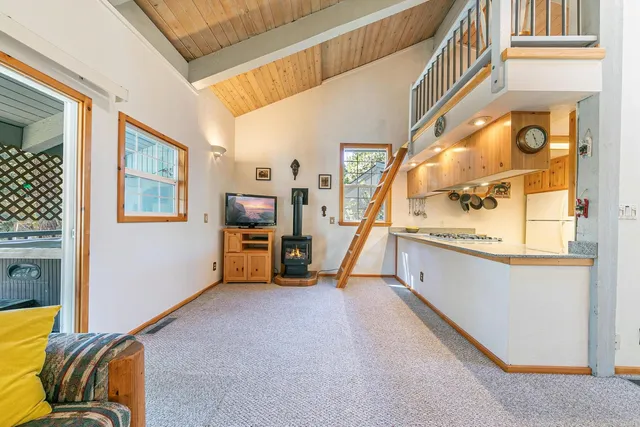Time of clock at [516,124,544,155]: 11:26
